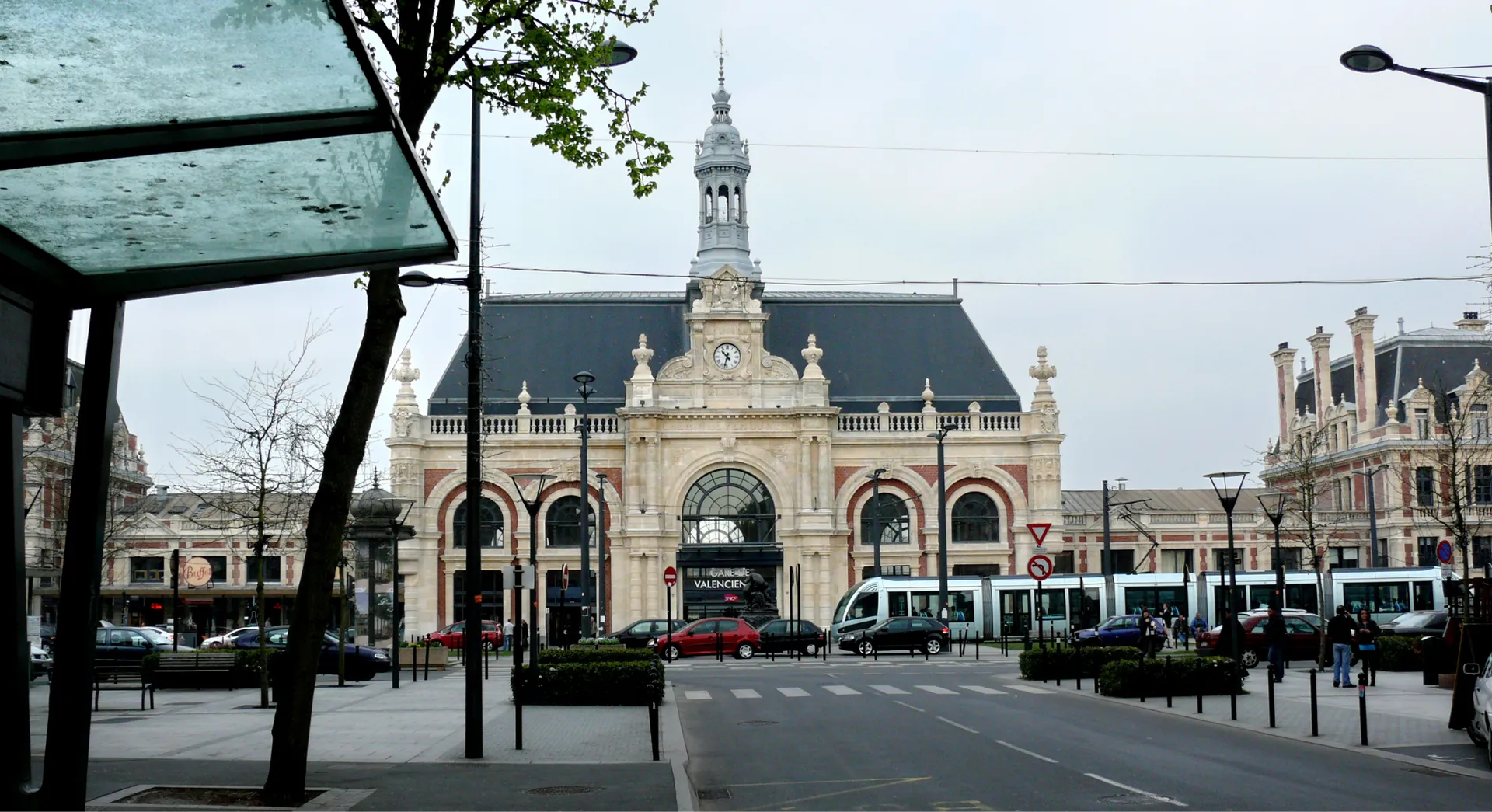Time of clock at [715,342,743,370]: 10:32
